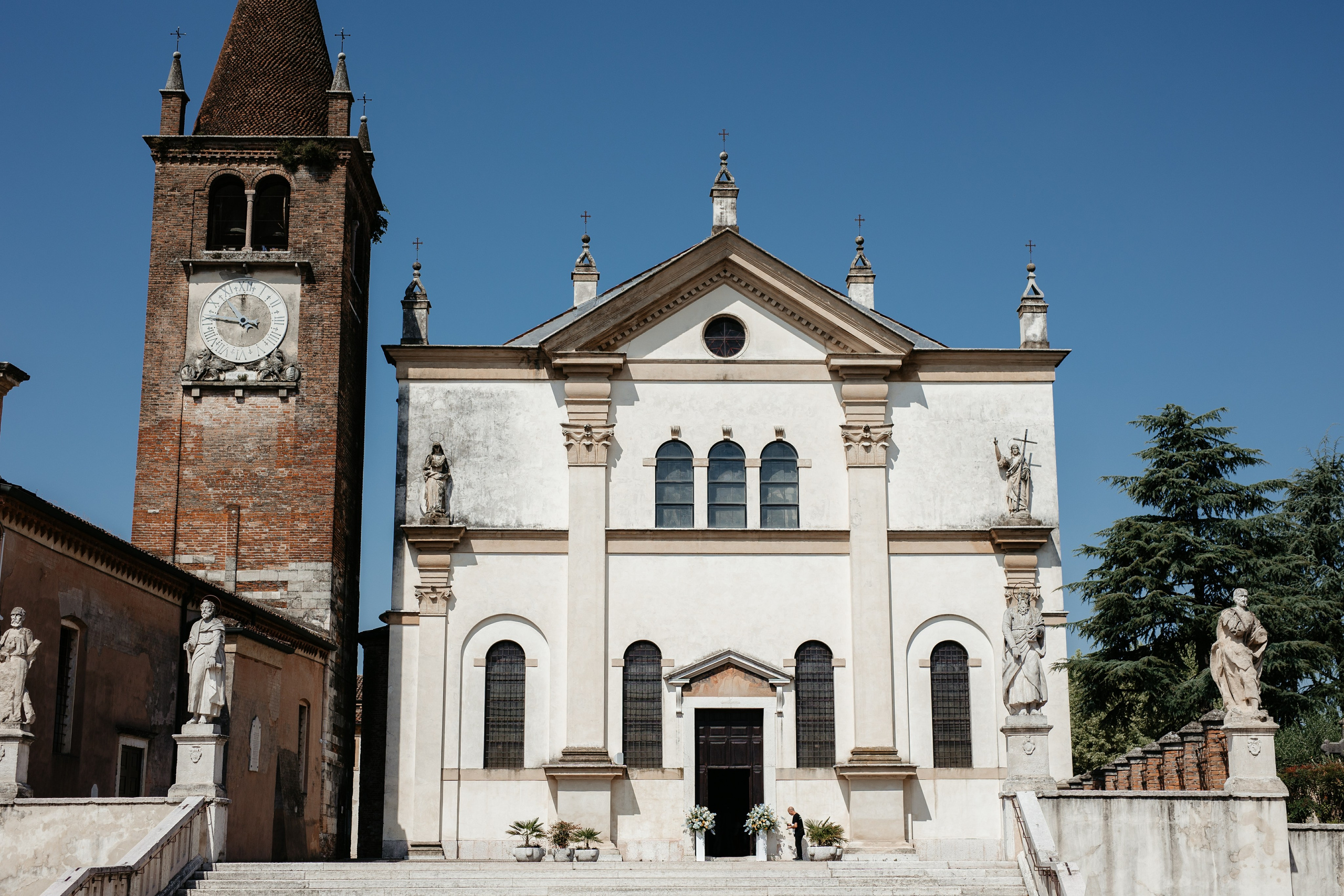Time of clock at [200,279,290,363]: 3:45
